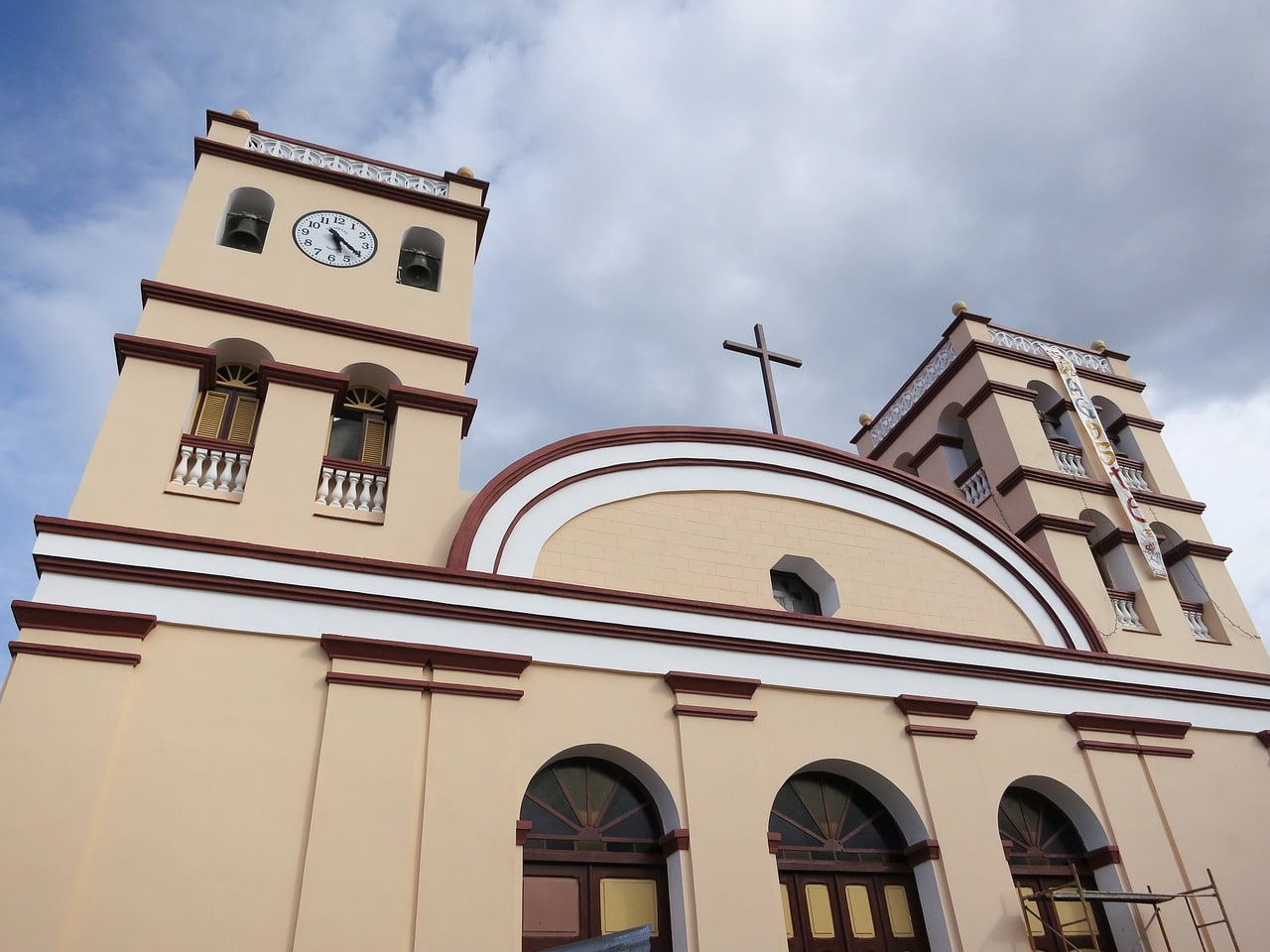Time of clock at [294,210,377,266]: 5:20
